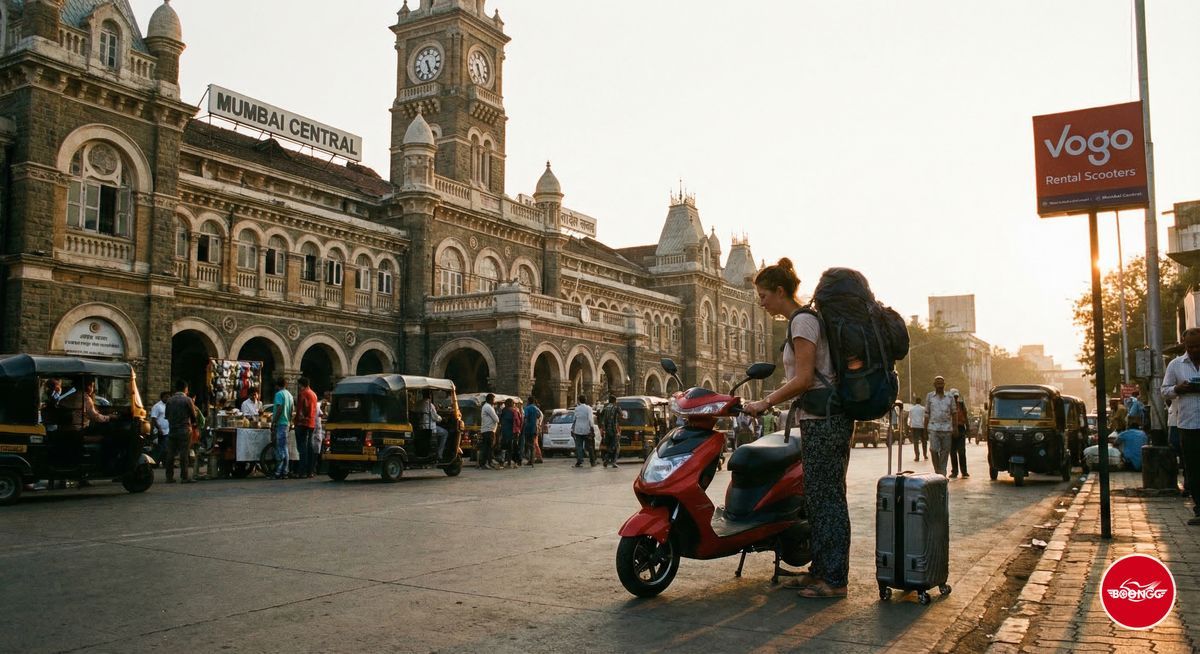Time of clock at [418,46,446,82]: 5:26
